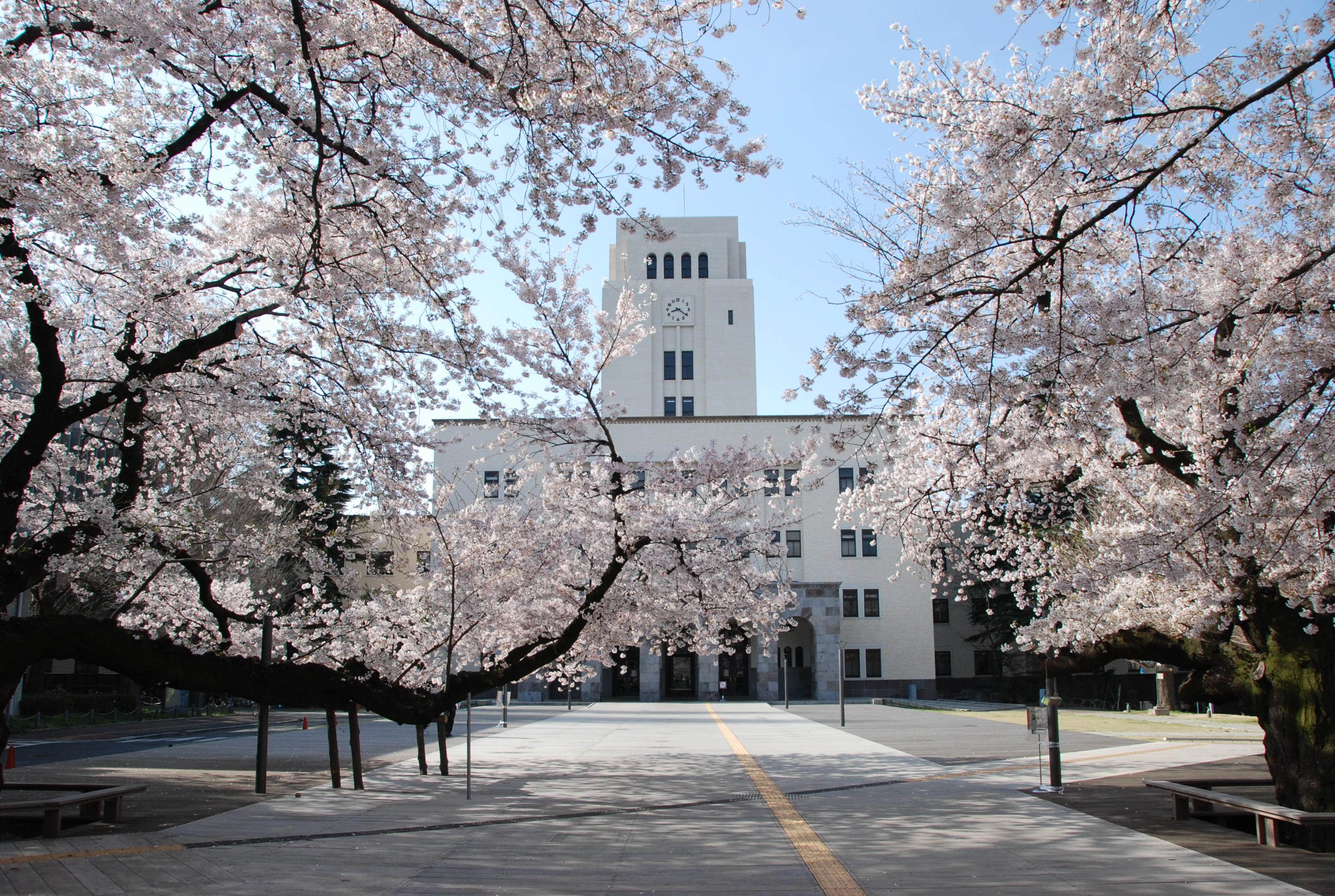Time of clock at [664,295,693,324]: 8:20
